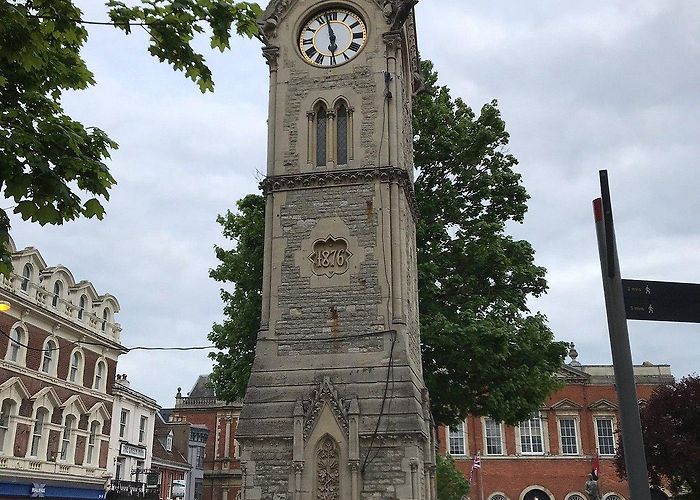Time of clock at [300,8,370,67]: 5:57
